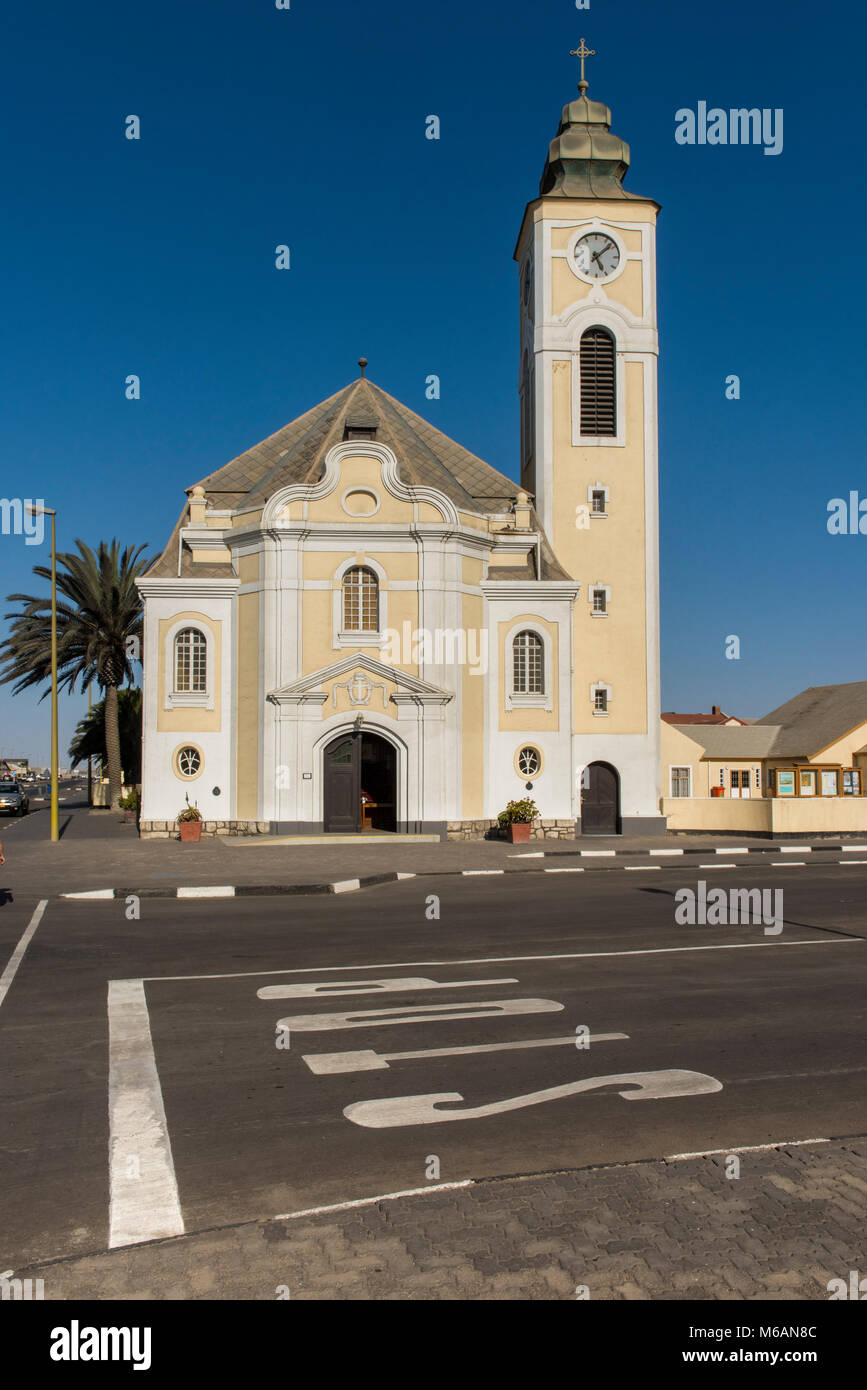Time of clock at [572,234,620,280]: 5:08
